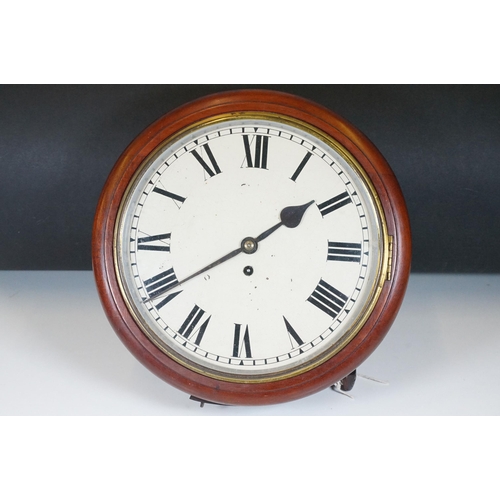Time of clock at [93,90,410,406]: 1:39
